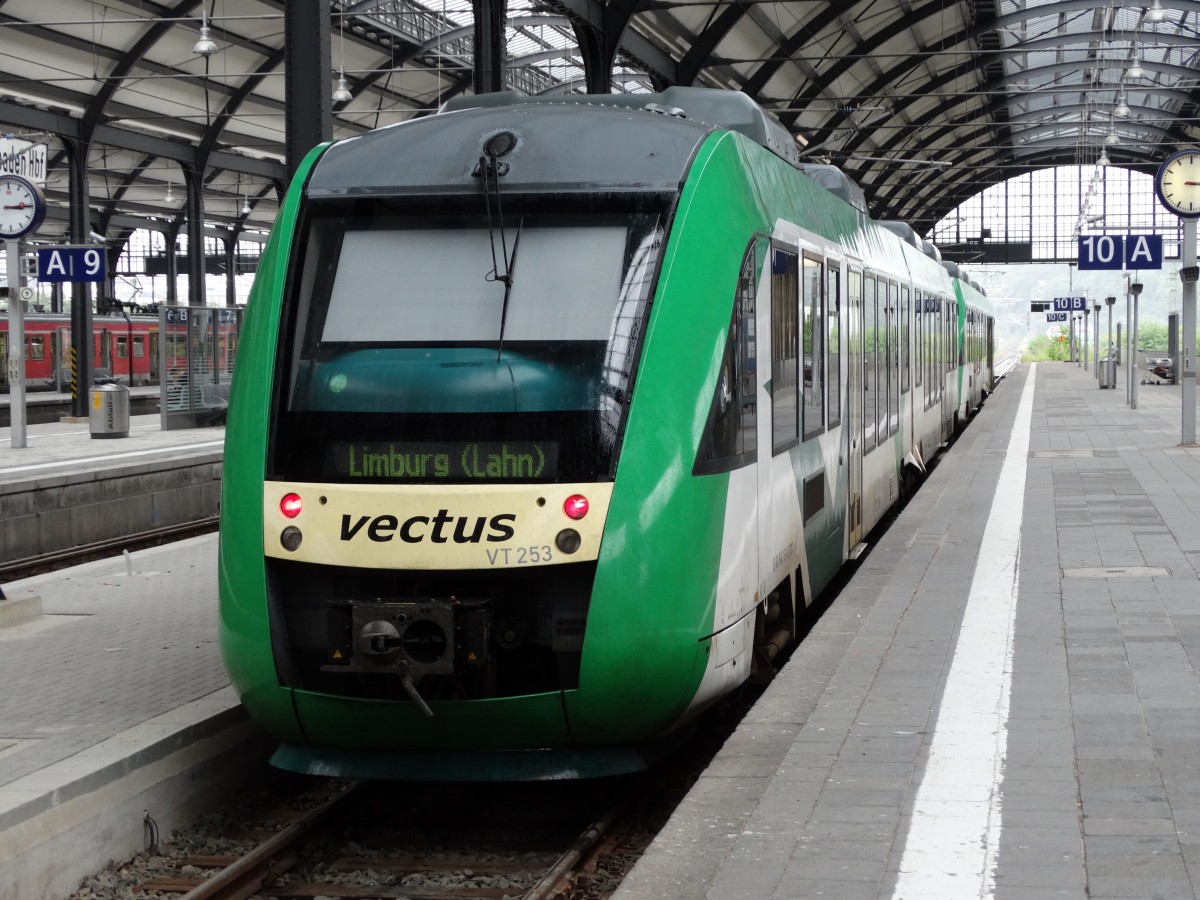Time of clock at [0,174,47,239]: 3:14
